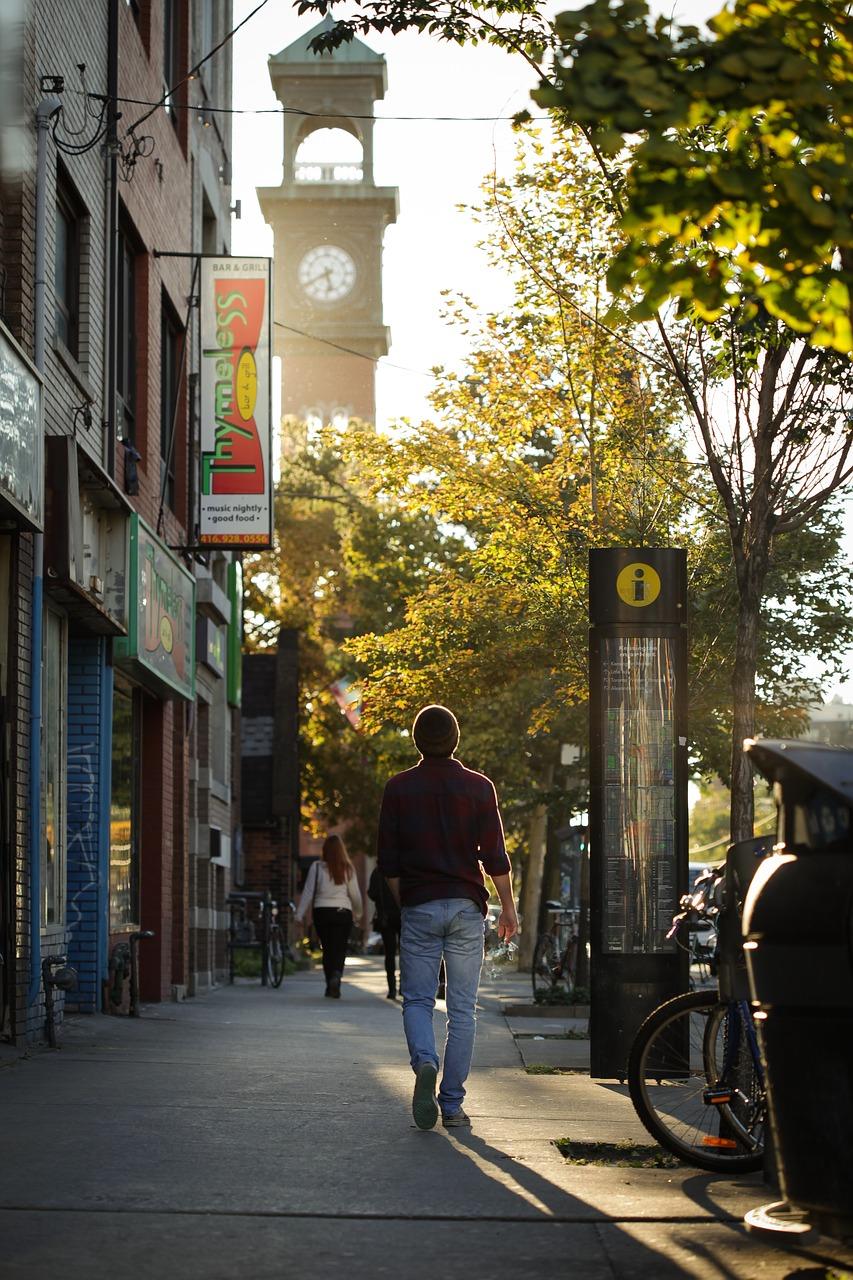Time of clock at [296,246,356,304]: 5:40
